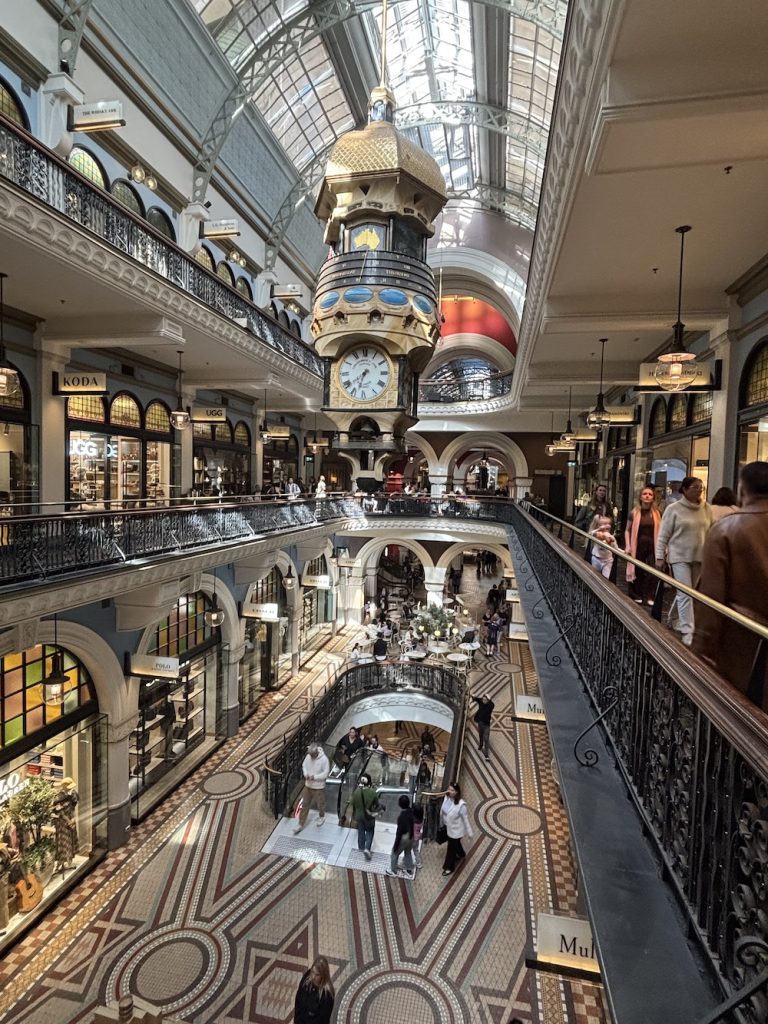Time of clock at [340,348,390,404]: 6:38
